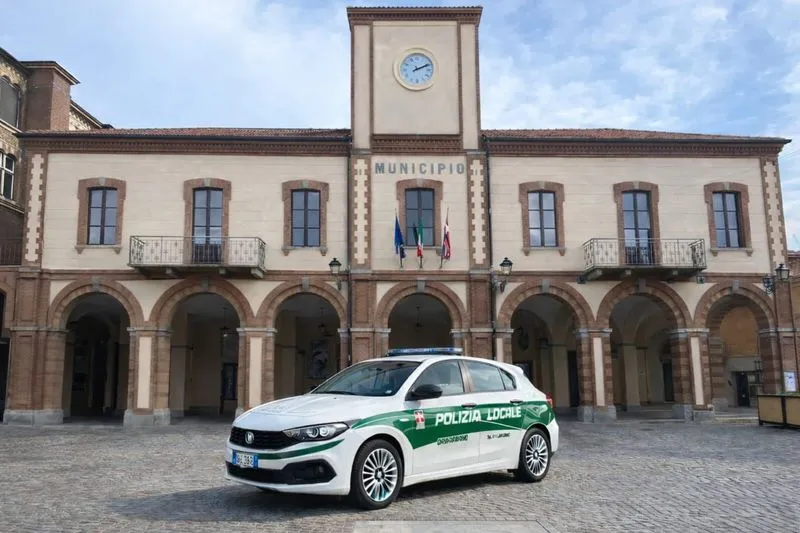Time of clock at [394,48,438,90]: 2:11
